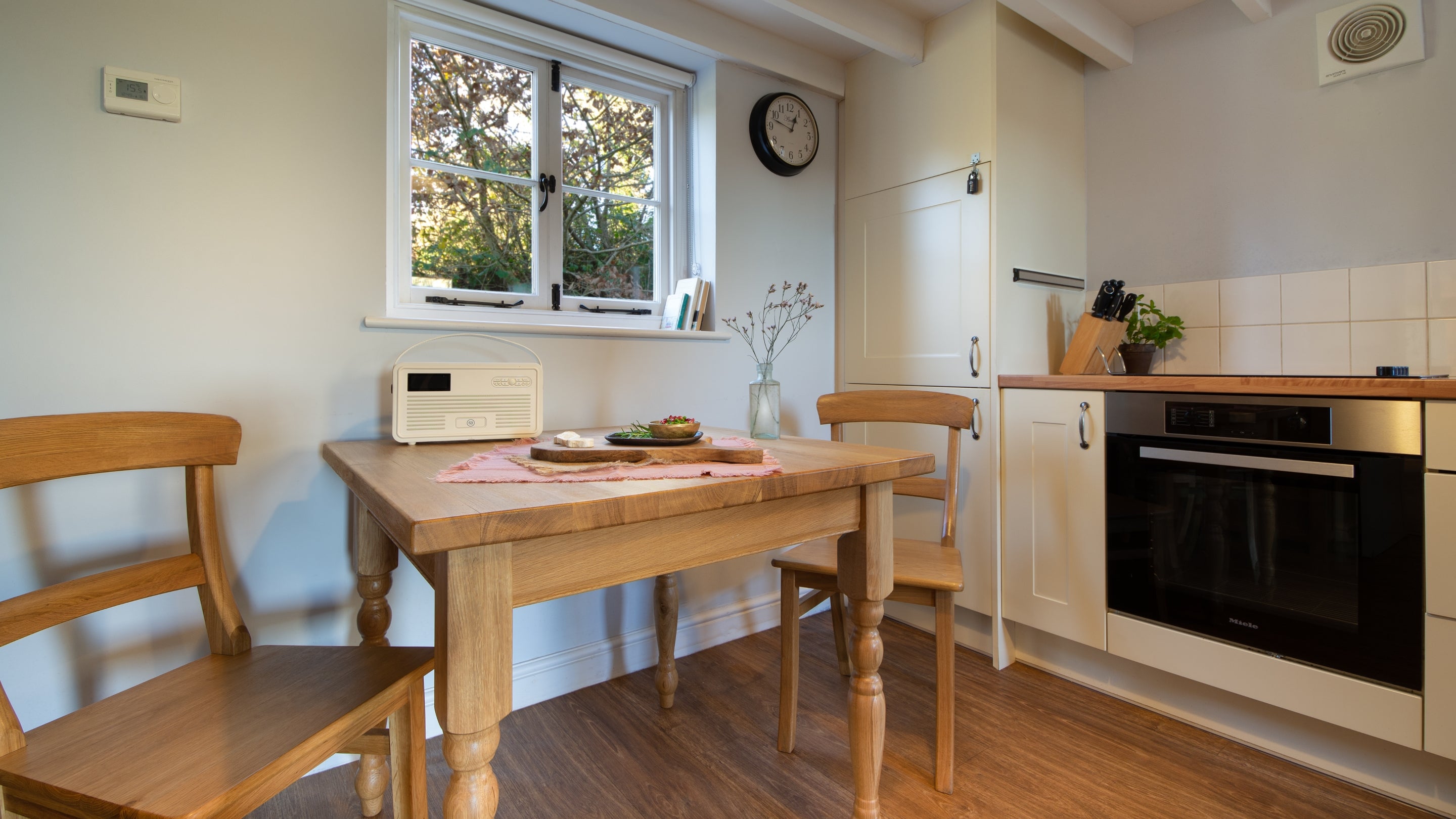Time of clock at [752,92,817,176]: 12:47
